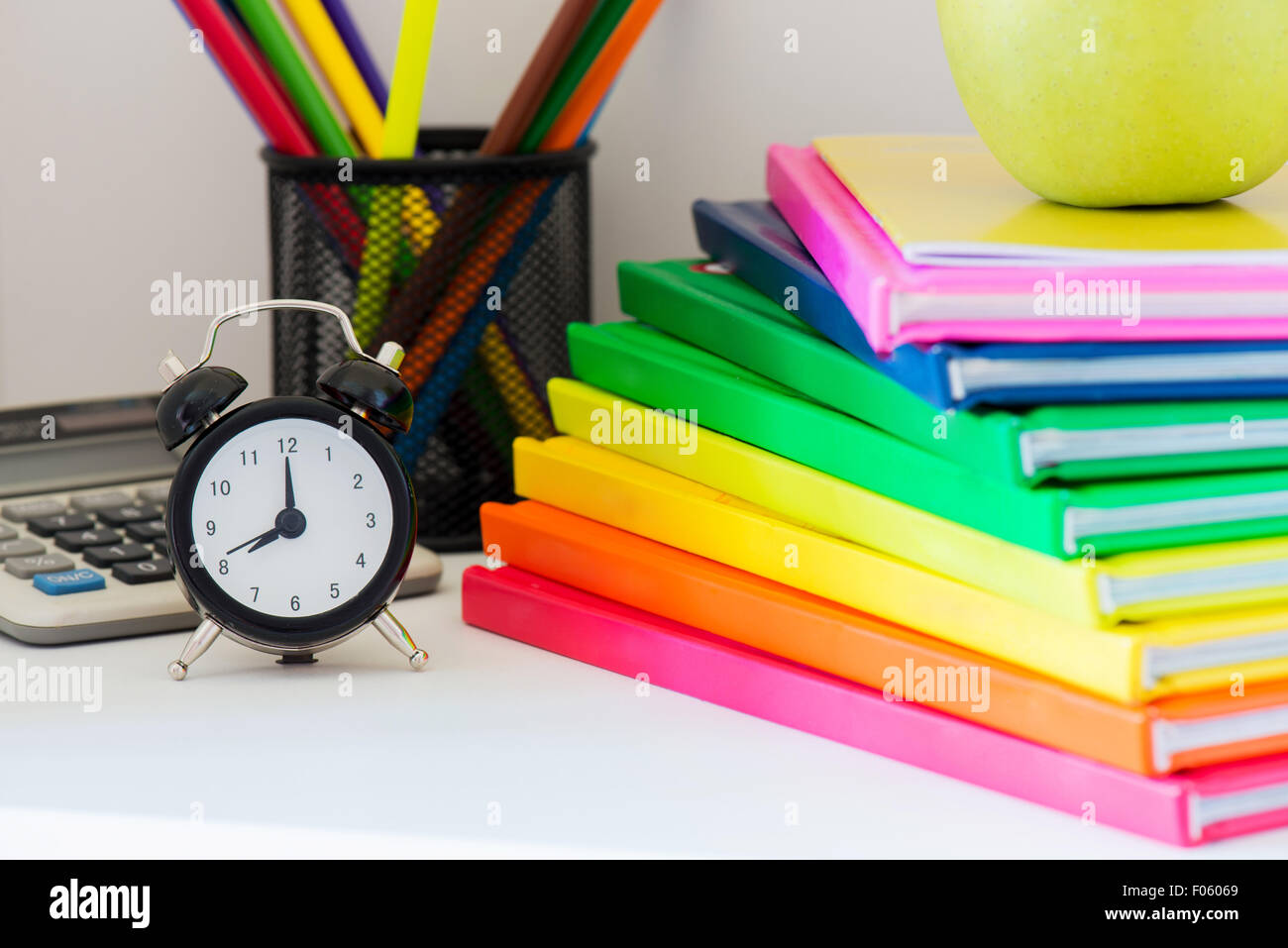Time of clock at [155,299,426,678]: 8:00
